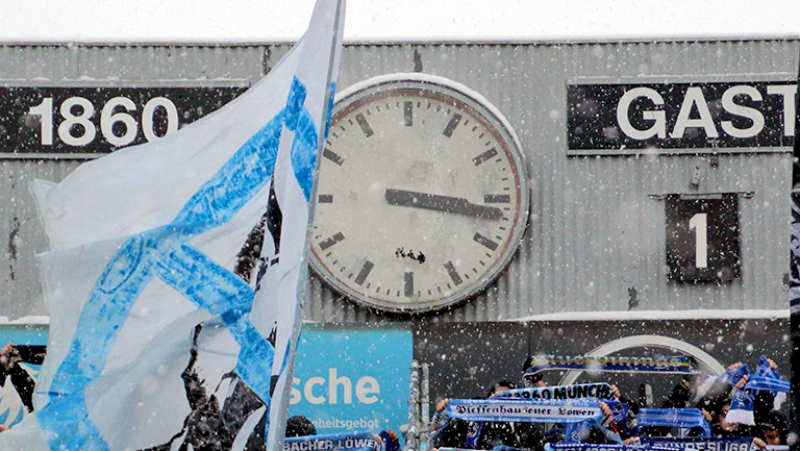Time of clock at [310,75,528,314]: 3:16
